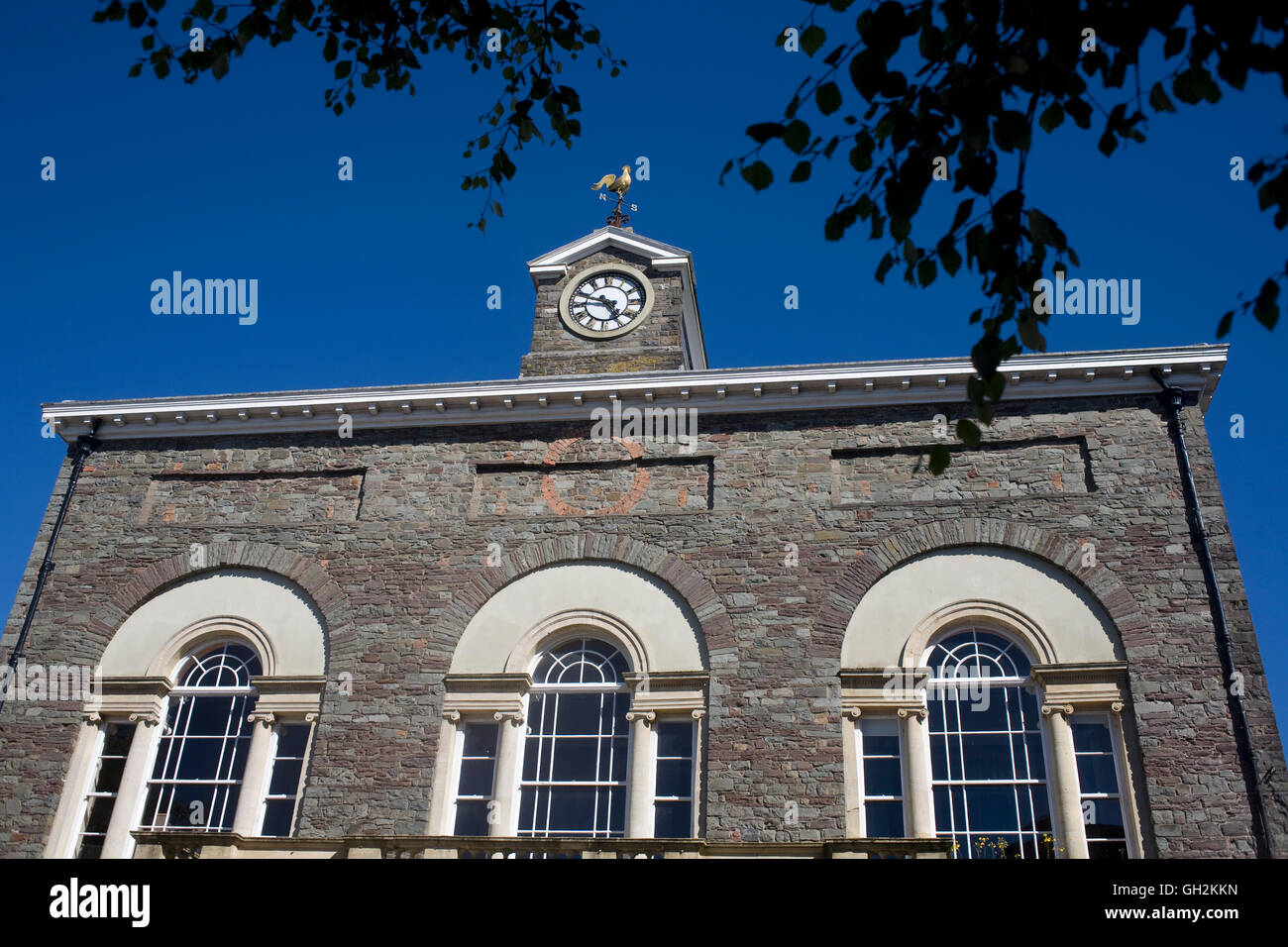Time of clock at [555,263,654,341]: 4:48
